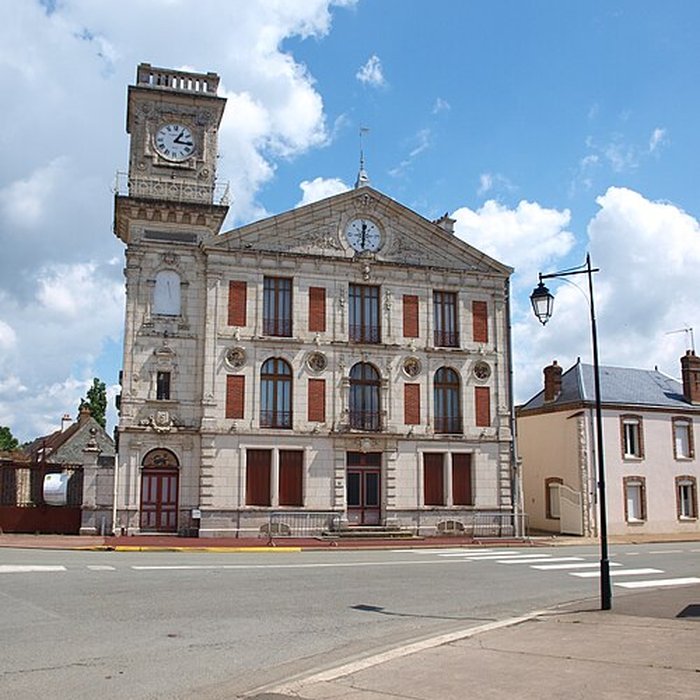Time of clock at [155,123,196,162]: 1:16
